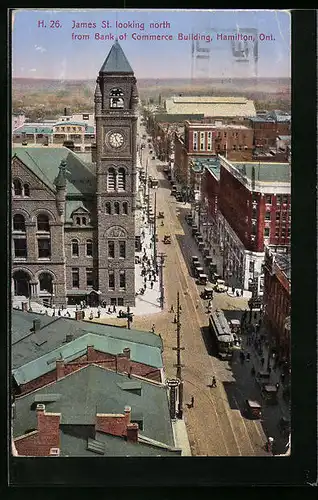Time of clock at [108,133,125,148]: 4:57
